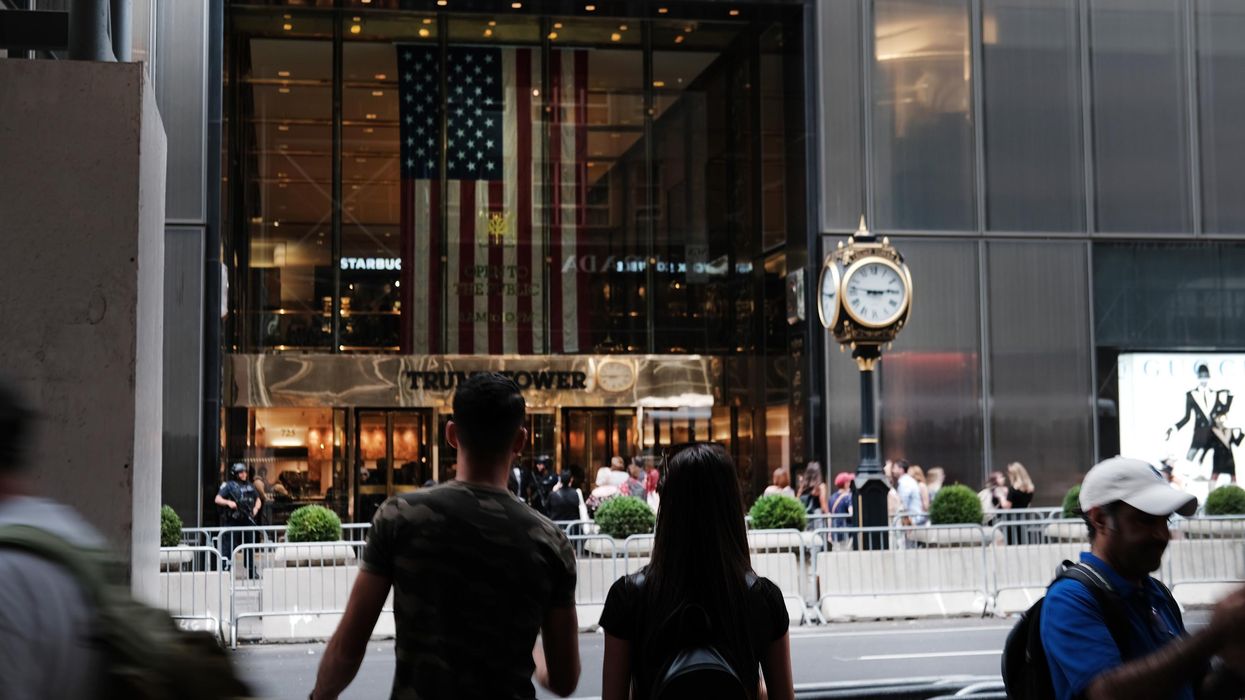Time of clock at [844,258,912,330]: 2:46
